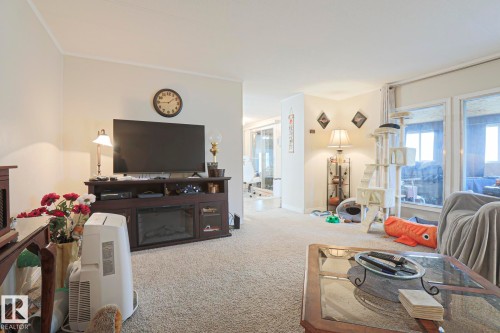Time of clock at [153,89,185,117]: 1:44
